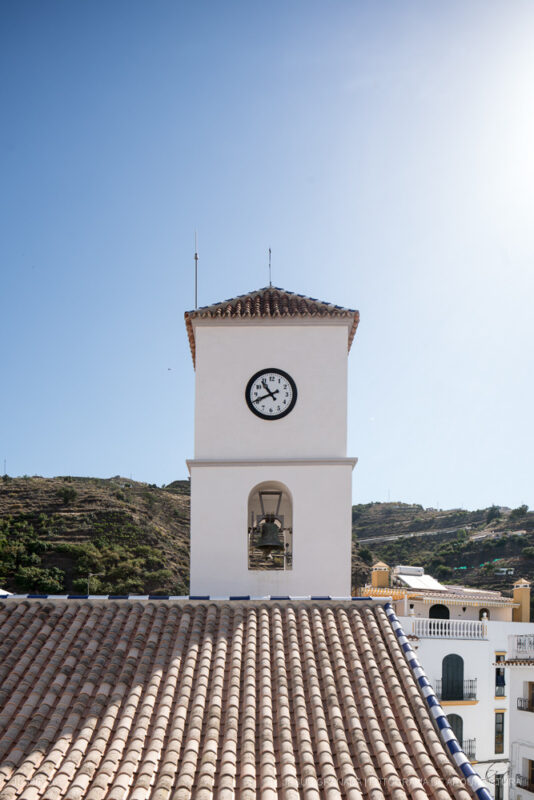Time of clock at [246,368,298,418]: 10:41
